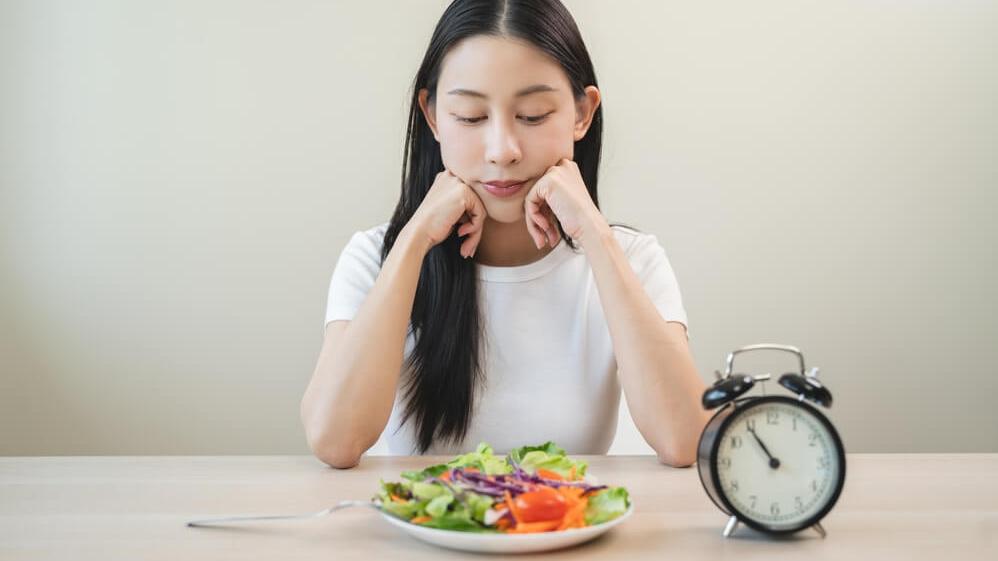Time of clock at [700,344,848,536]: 10:54
